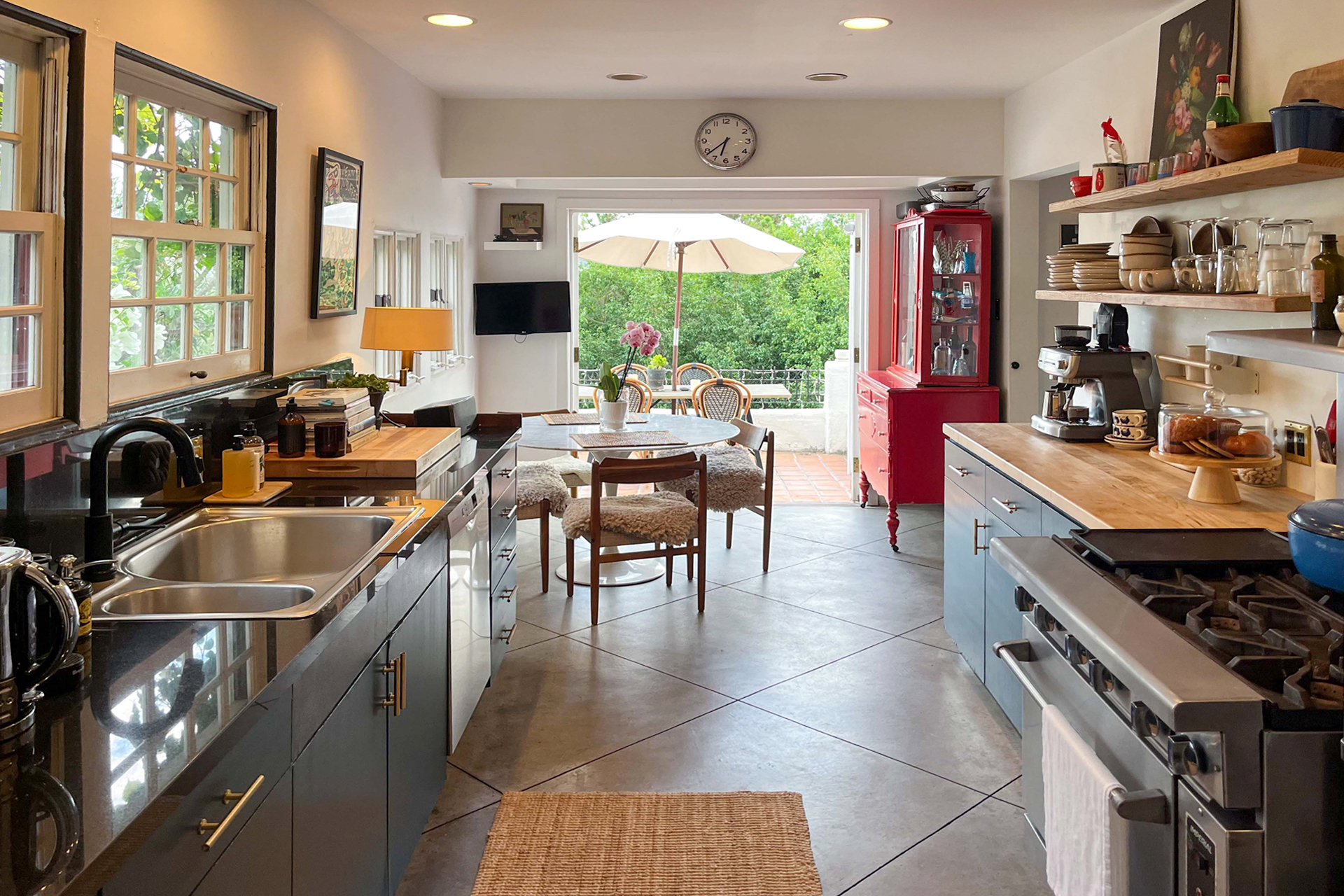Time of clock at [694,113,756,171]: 6:38
